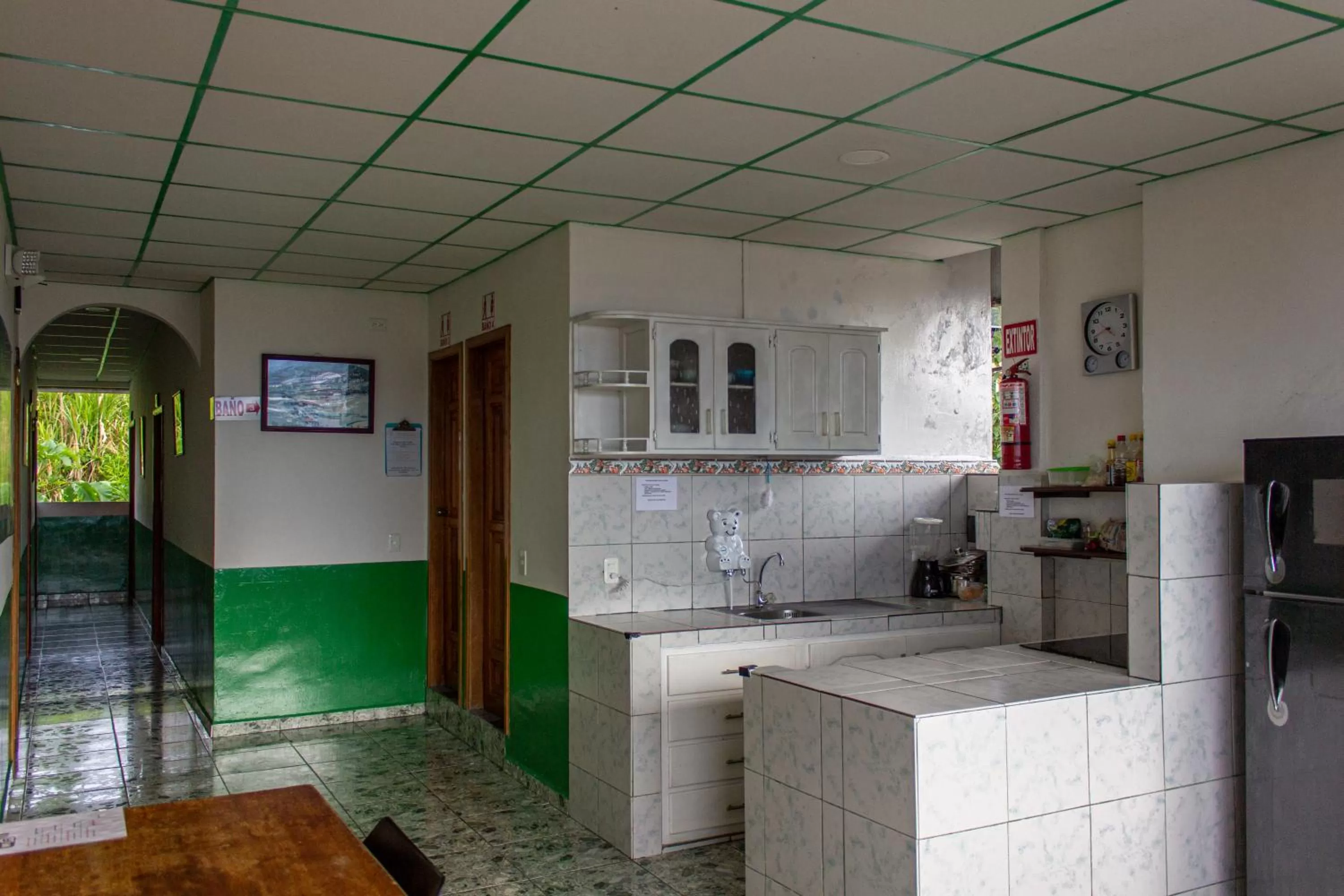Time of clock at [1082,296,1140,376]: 4:41
